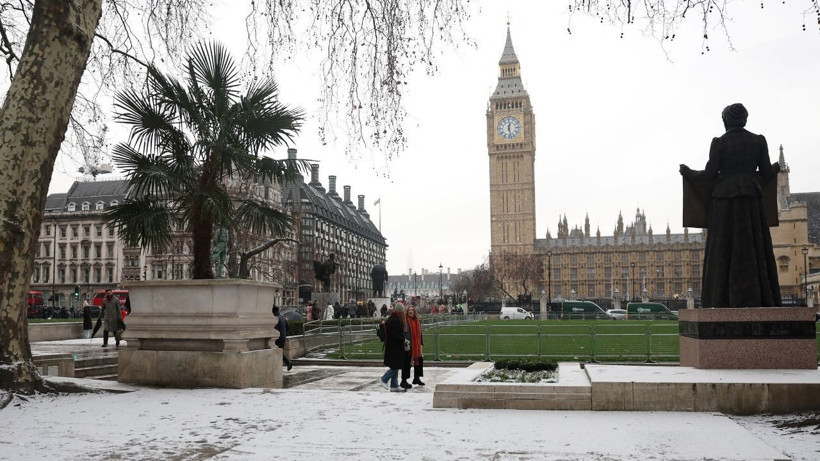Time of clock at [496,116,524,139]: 12:27
